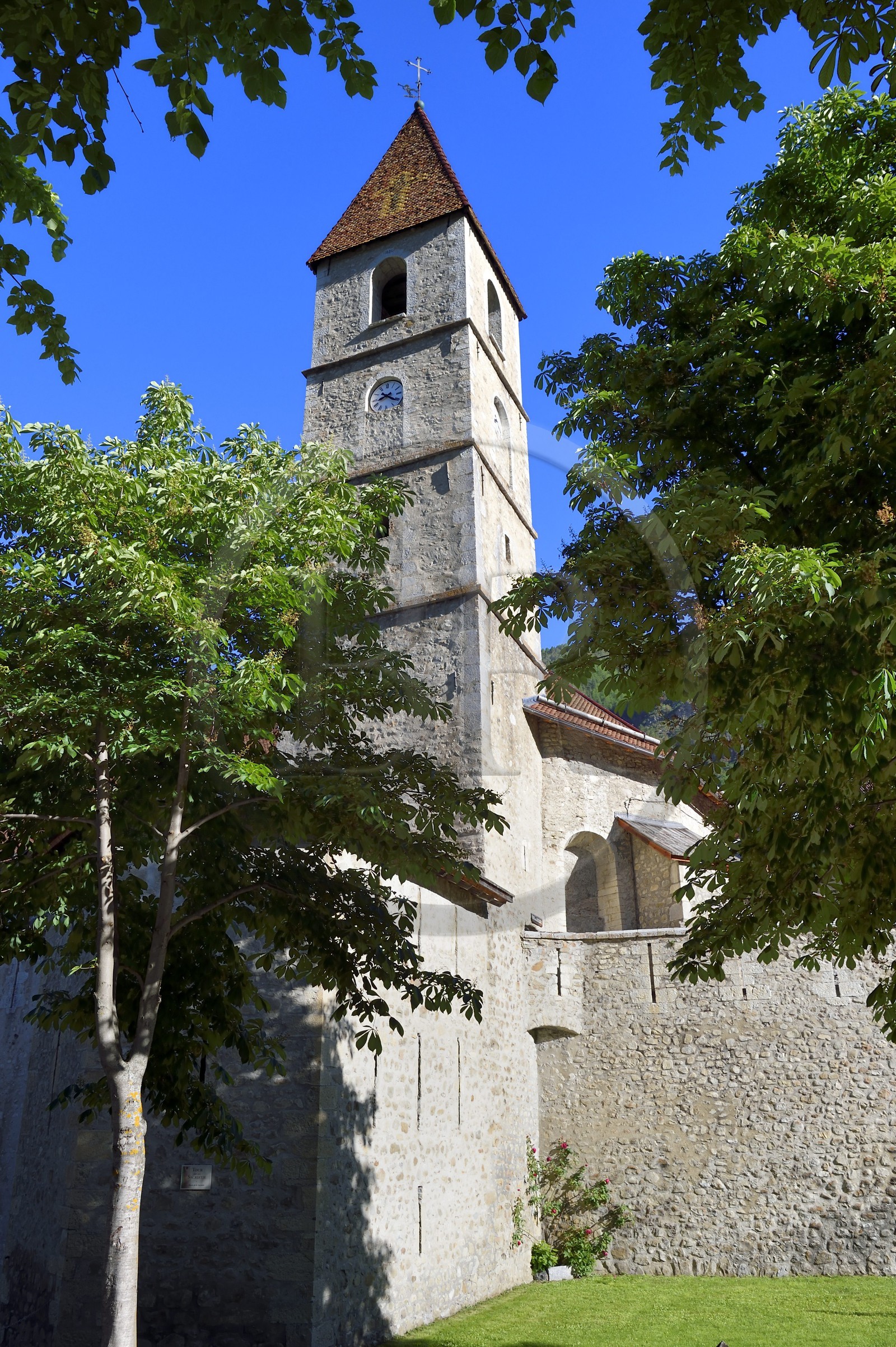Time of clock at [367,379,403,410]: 8:20
